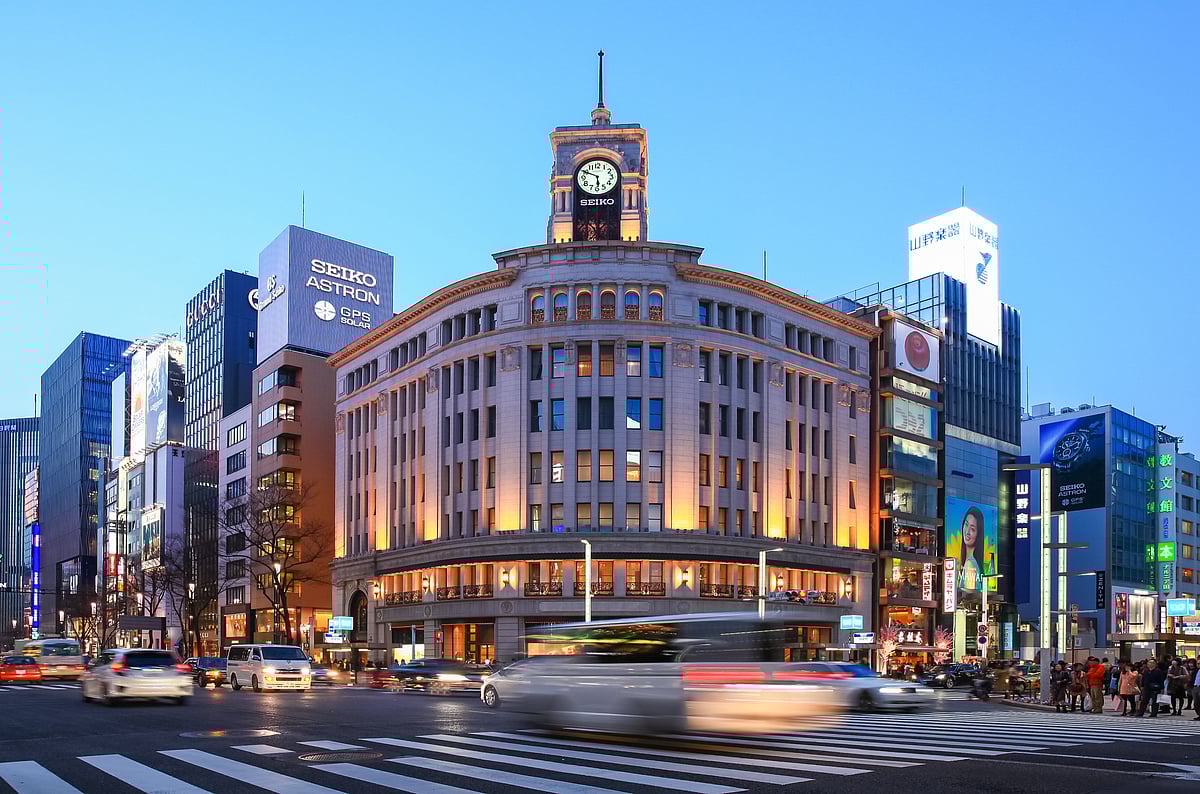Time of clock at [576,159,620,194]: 5:49
